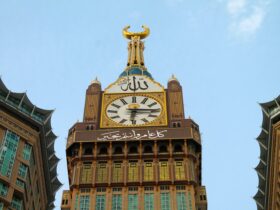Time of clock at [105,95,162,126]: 6:15
